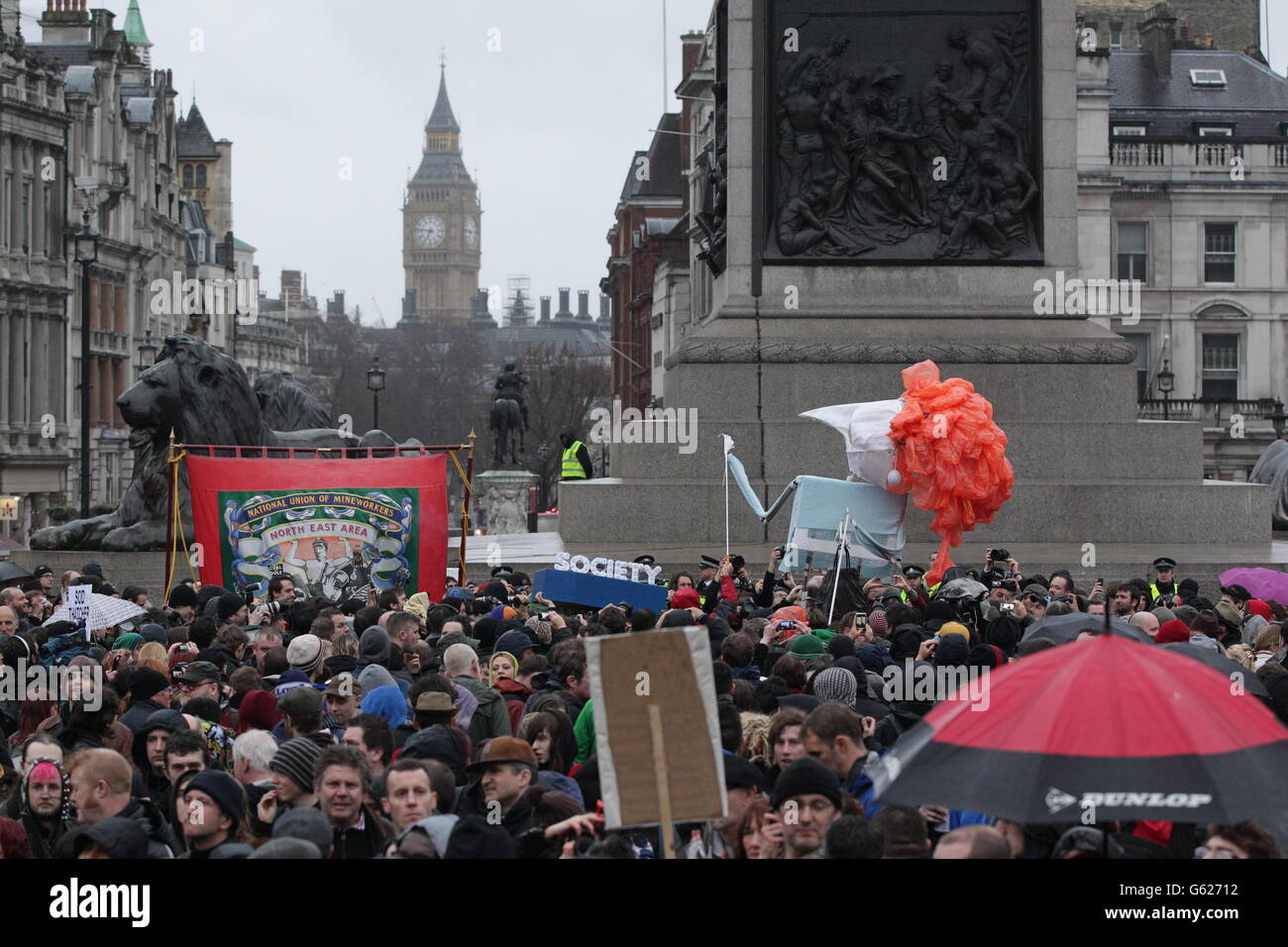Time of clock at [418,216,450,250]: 6:46
